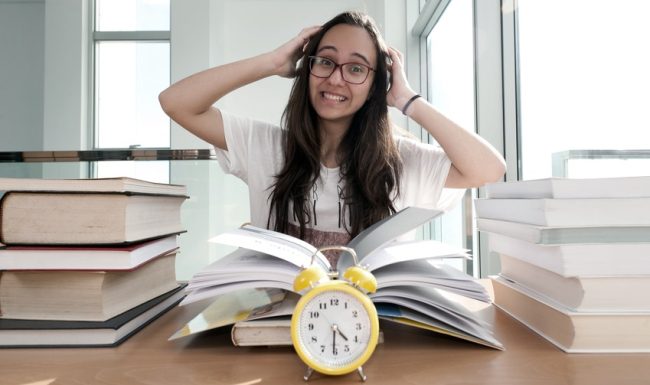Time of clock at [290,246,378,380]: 4:30
